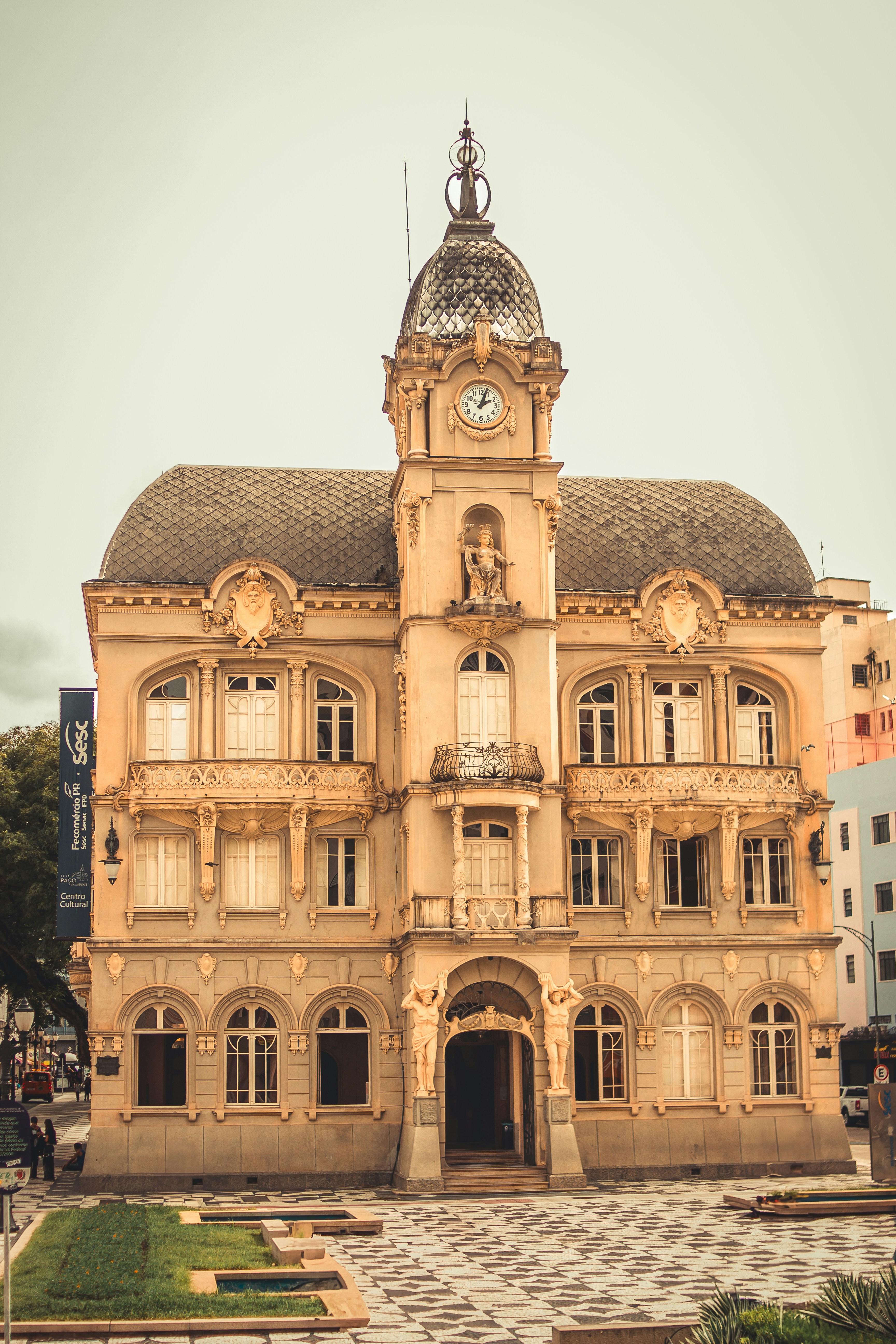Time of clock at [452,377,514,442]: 2:03
